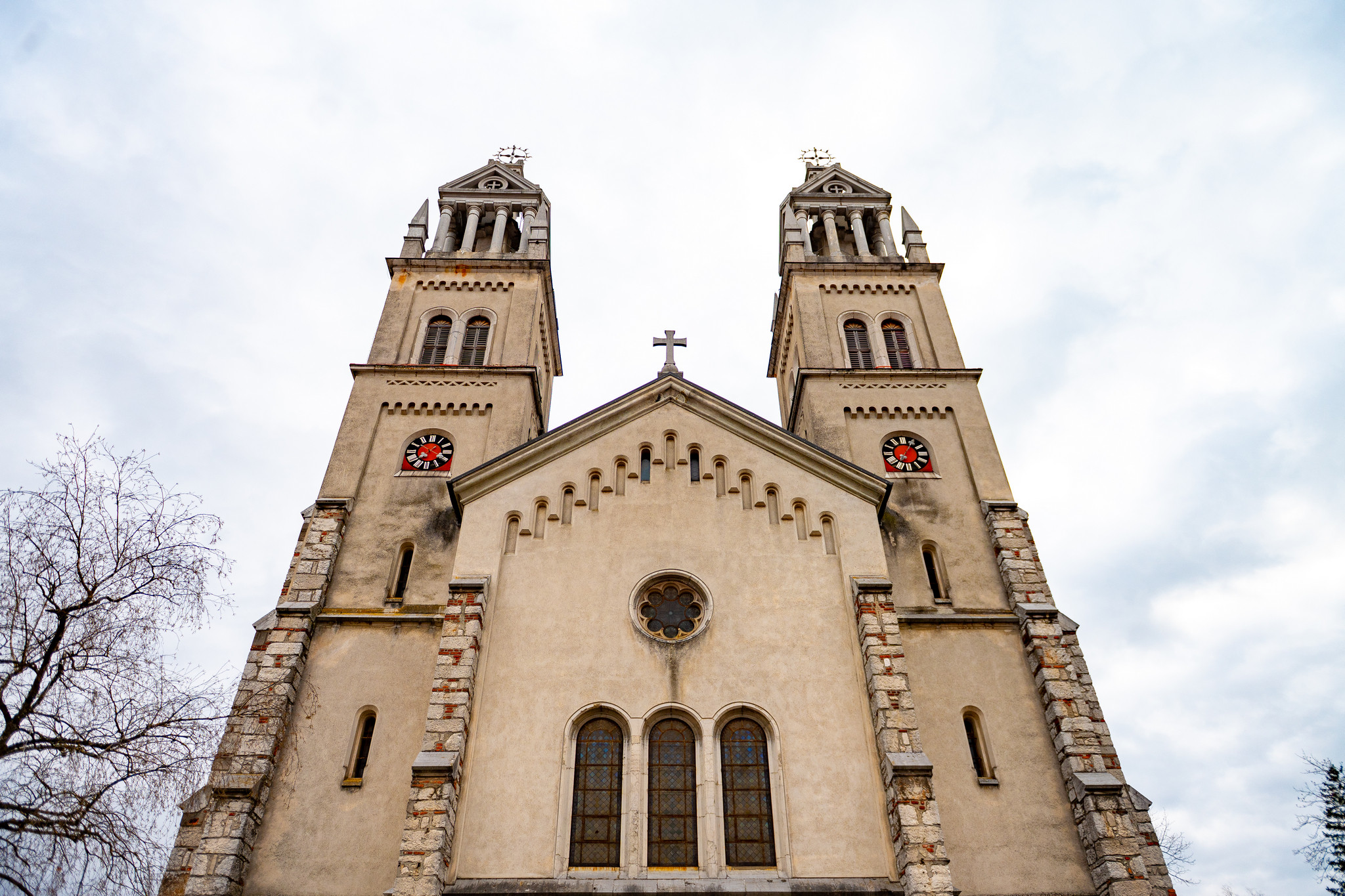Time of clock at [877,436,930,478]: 7:05
